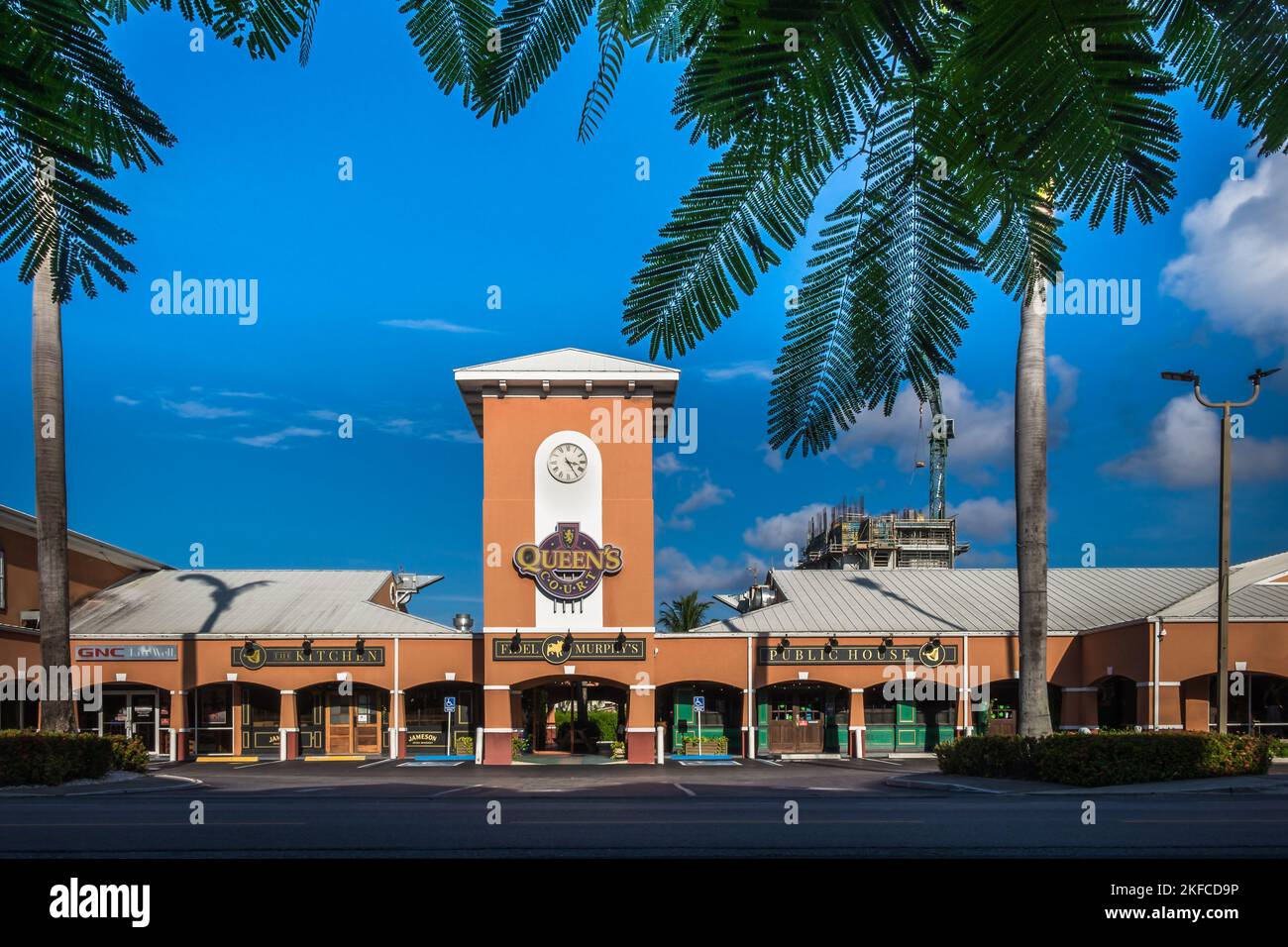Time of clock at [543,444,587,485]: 3:24
